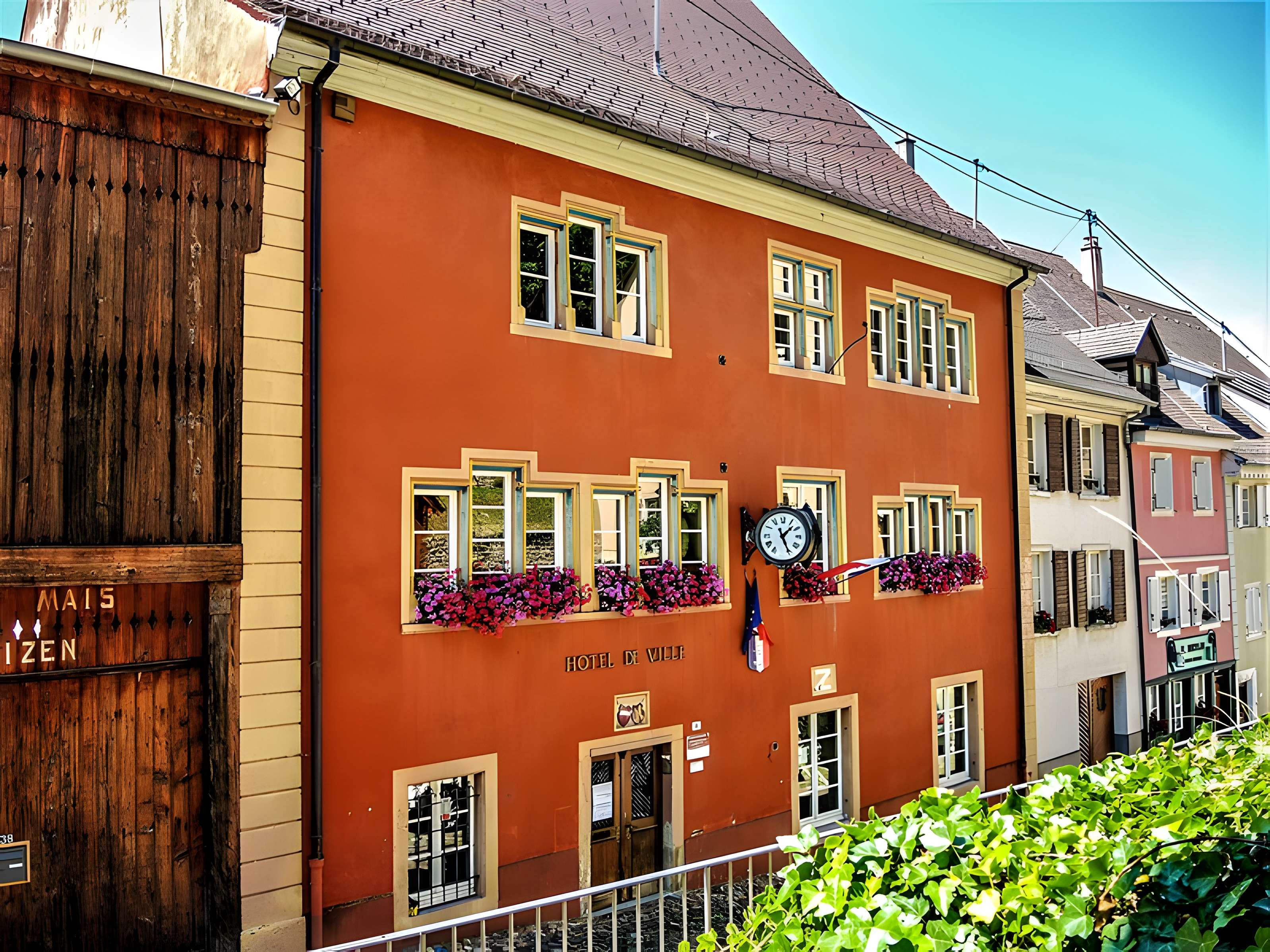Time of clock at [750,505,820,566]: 1:25
